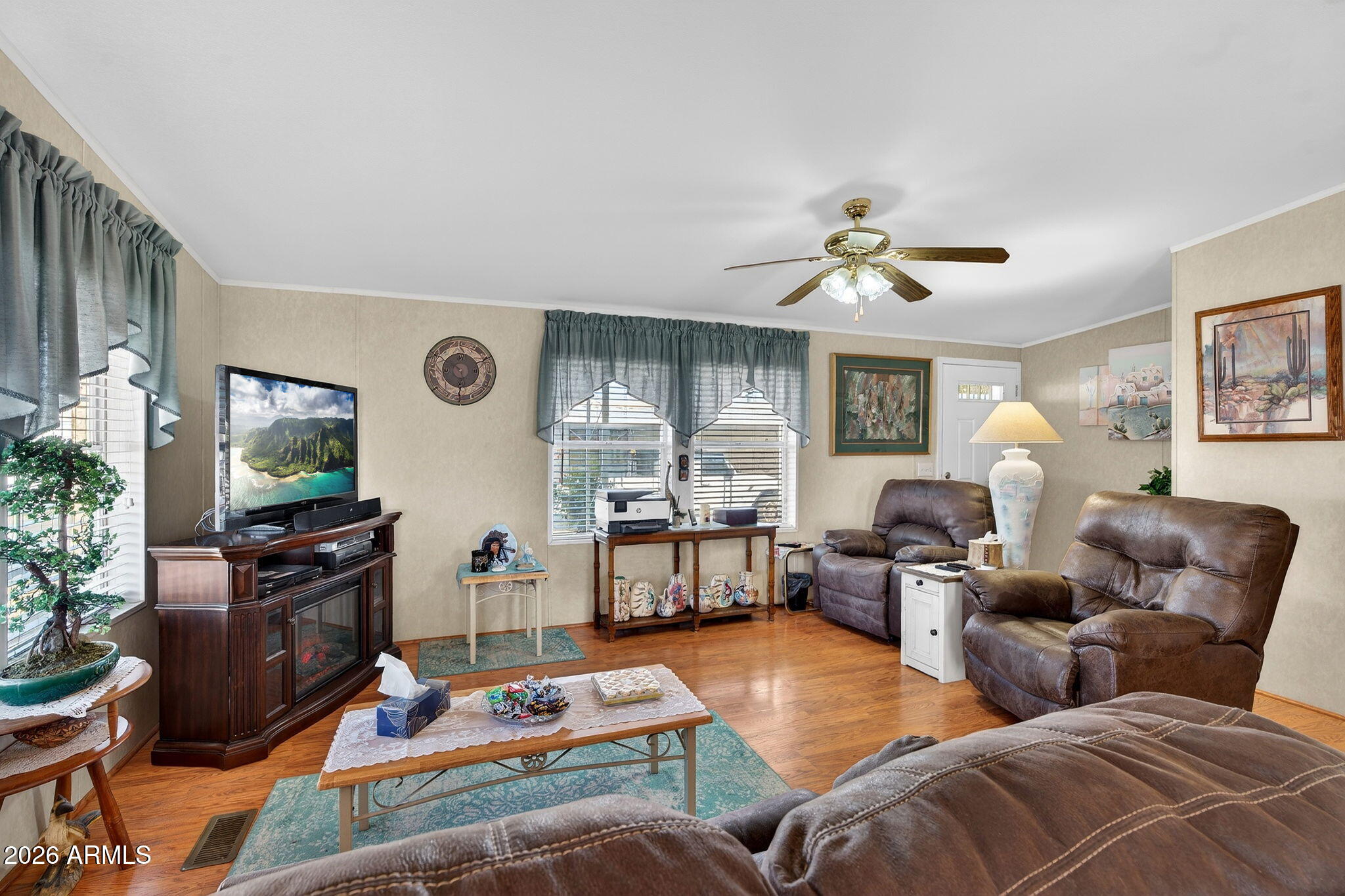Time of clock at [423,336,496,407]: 5:30
